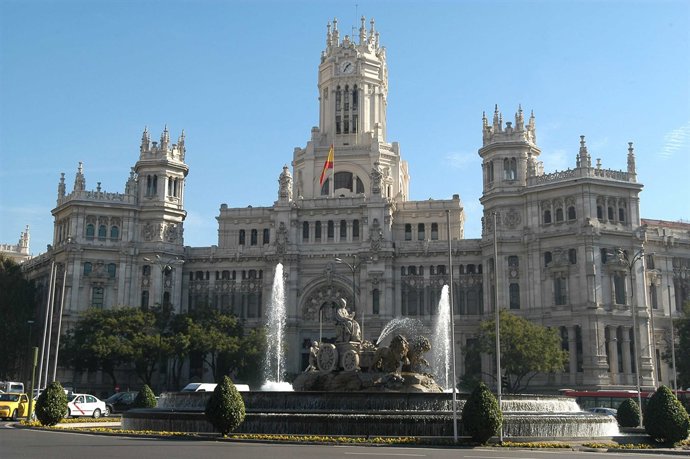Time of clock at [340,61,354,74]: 1:35
